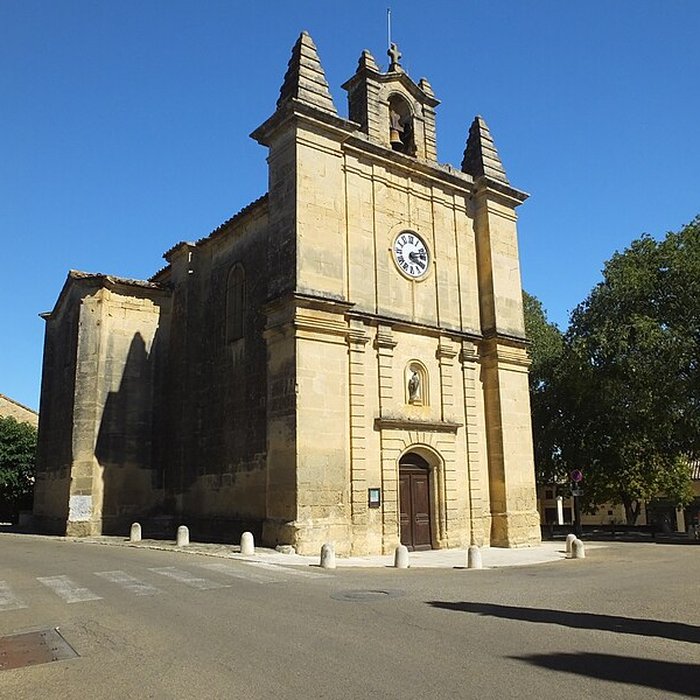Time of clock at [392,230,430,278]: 4:12
